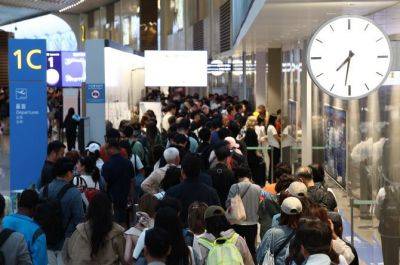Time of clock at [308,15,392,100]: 7:31
